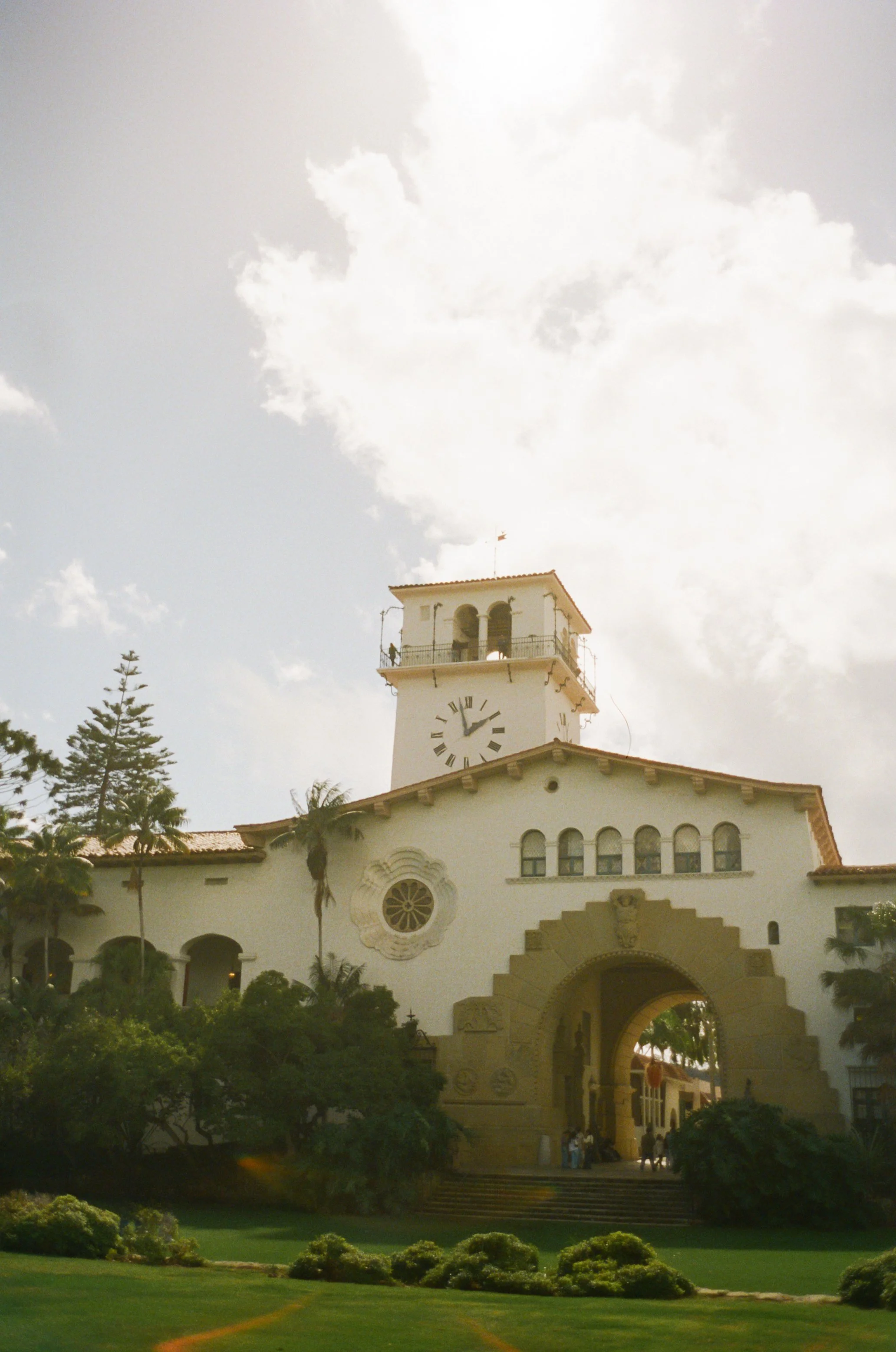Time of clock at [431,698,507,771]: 1:57
